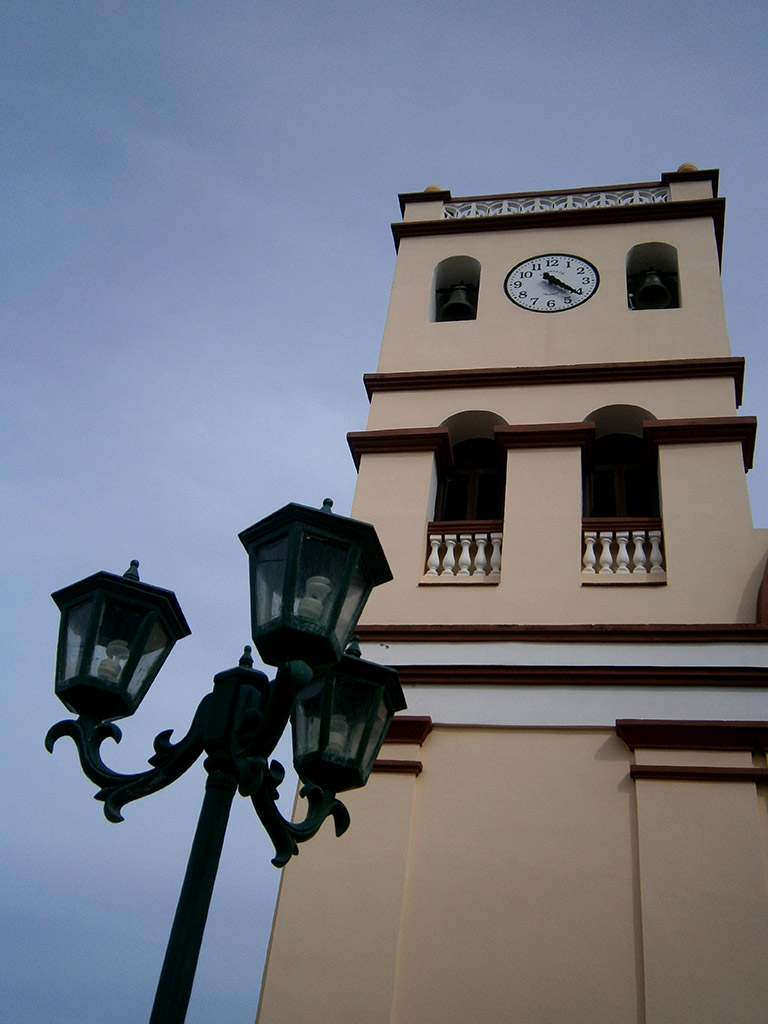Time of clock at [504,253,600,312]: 4:21
